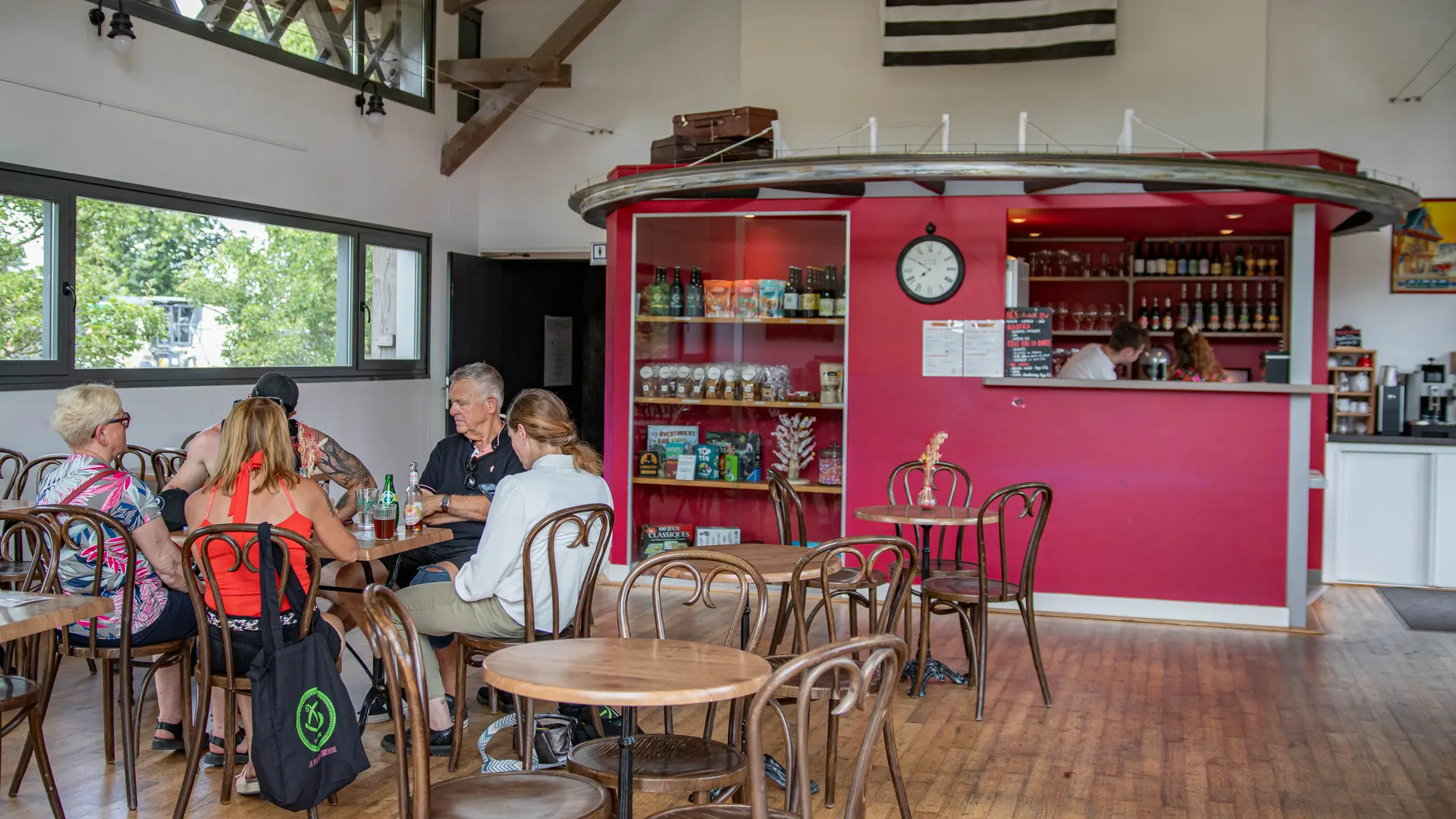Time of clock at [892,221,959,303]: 7:49
